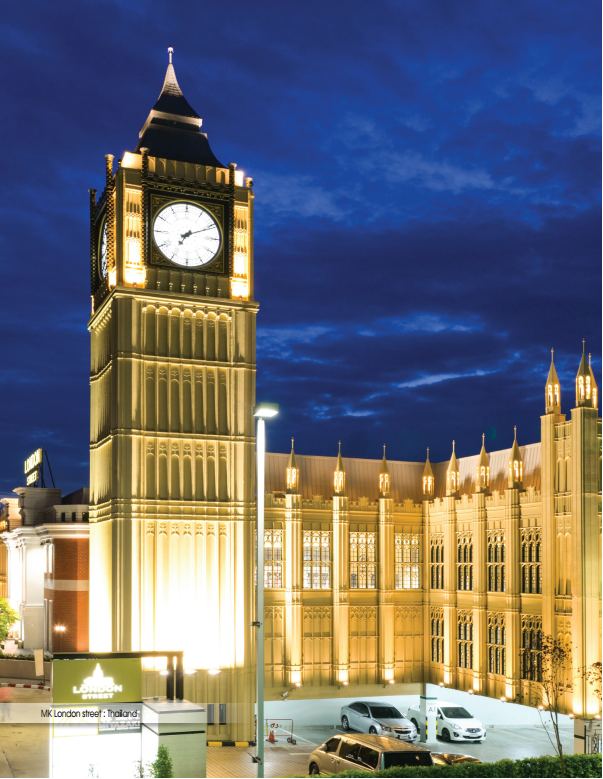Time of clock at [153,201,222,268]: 7:10
